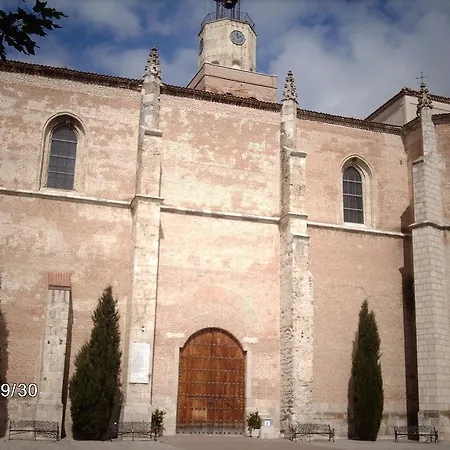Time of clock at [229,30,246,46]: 2:00
